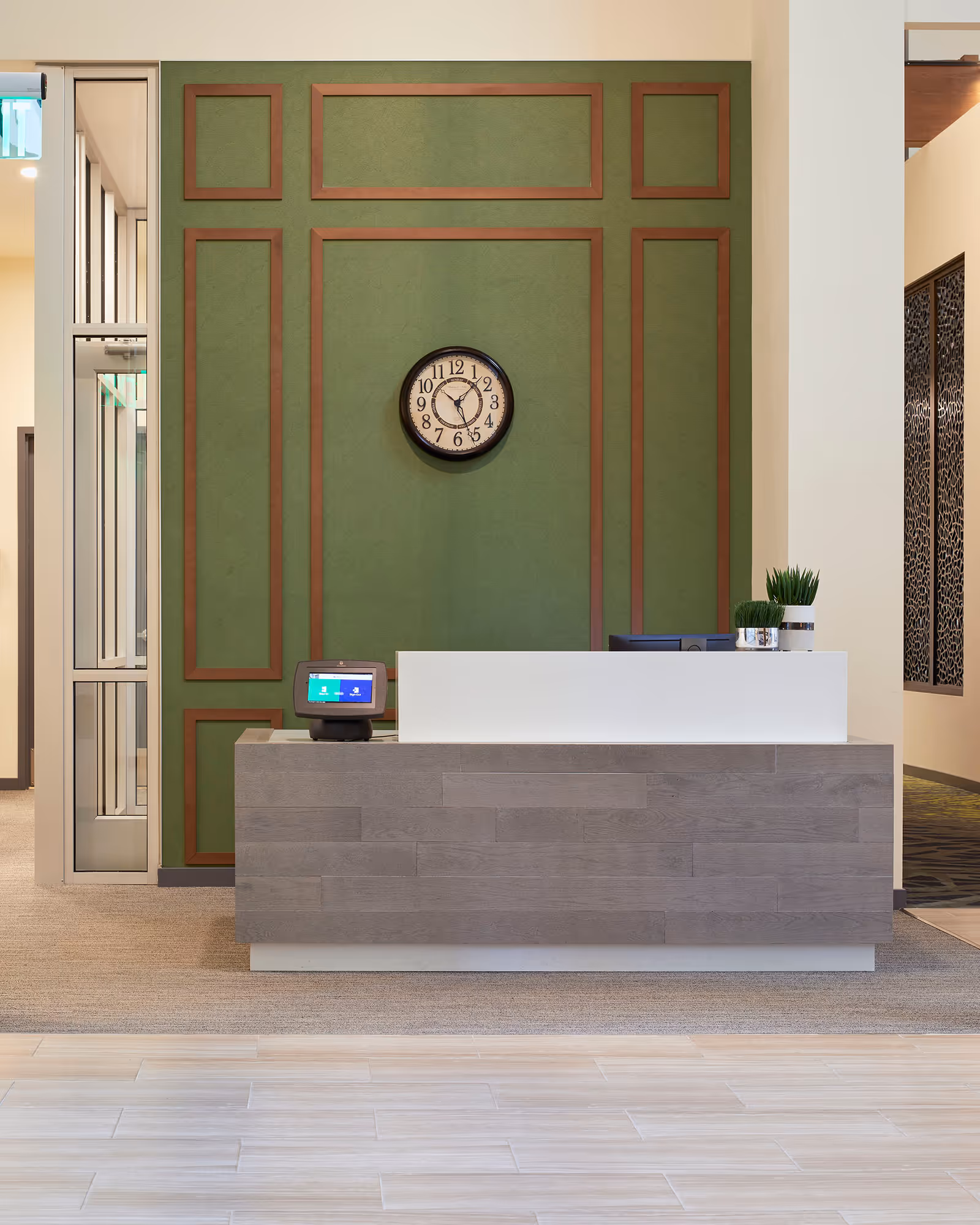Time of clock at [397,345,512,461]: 1:26
